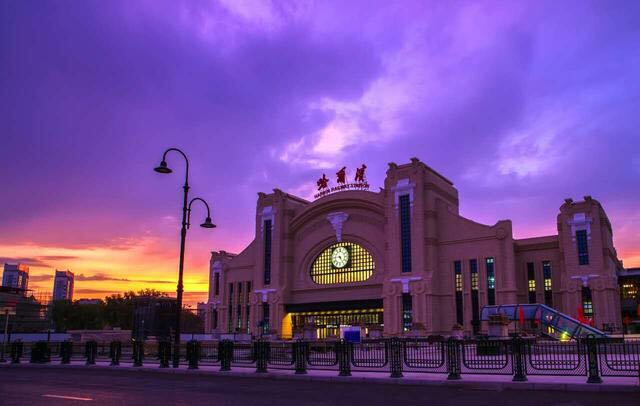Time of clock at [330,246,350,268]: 4:45
